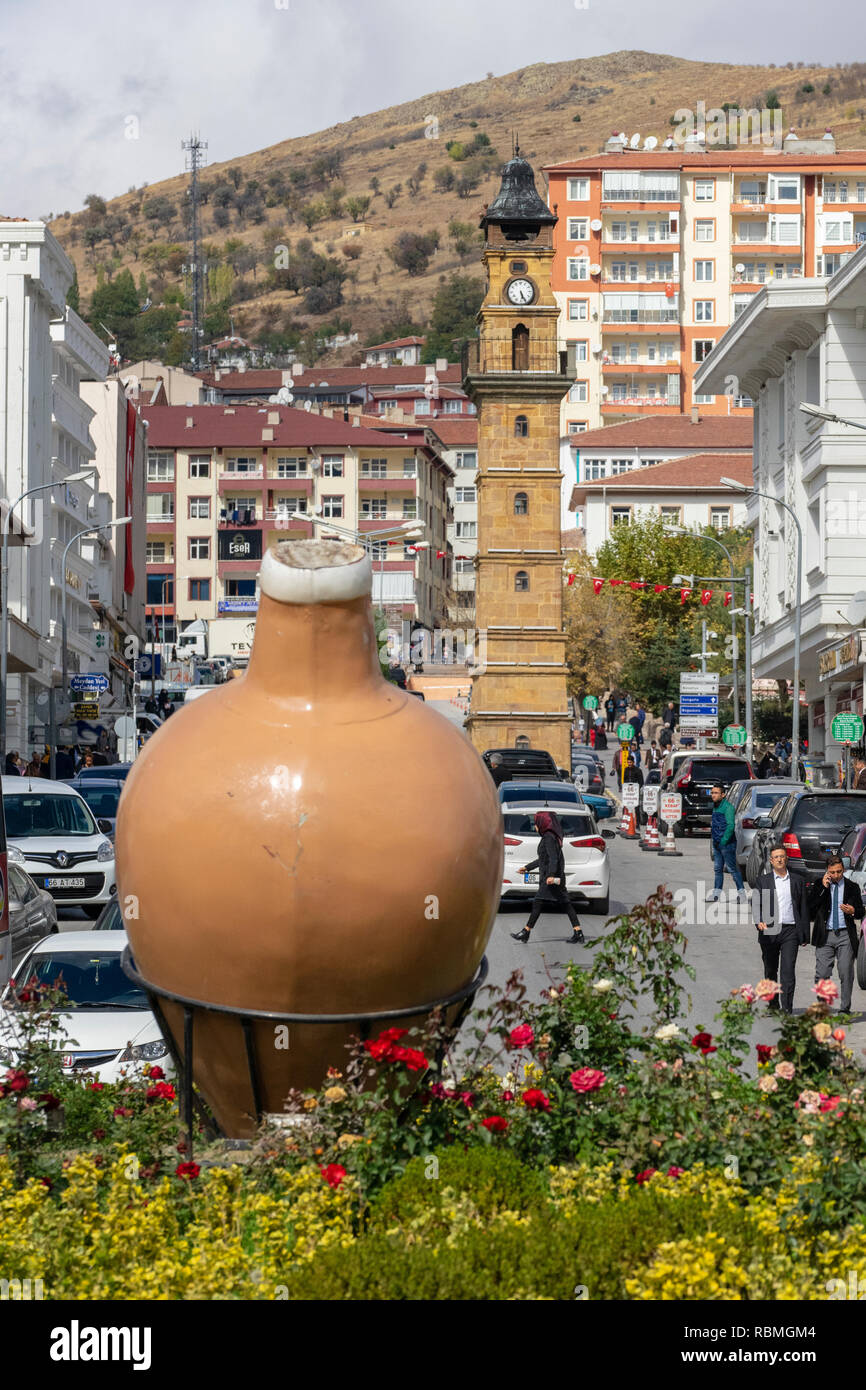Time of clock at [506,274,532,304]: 5:26
